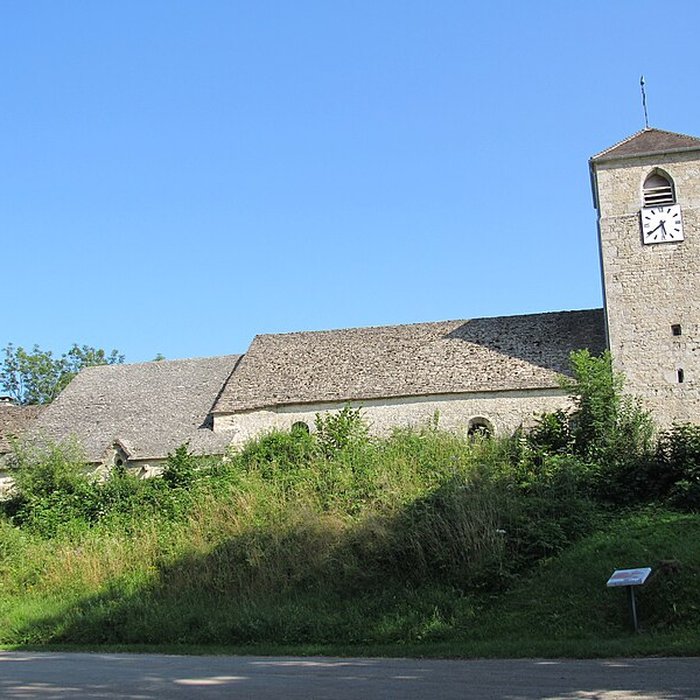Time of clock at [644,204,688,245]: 5:38
